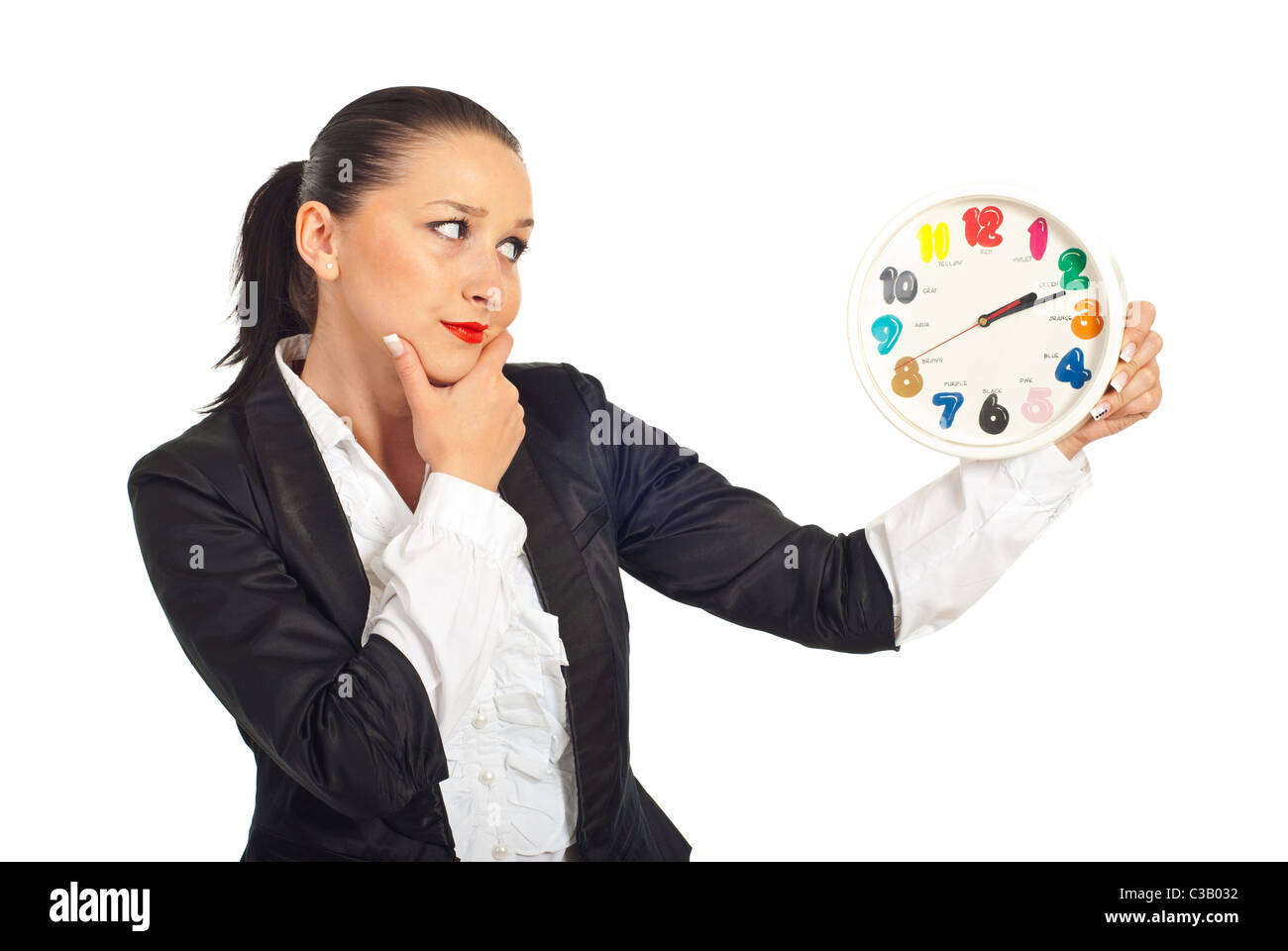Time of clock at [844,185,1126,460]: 2:11
